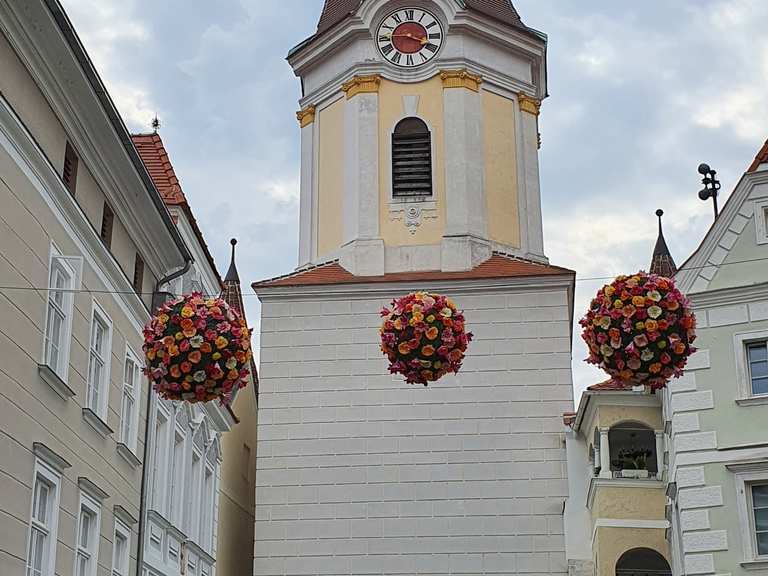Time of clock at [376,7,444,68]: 3:45
